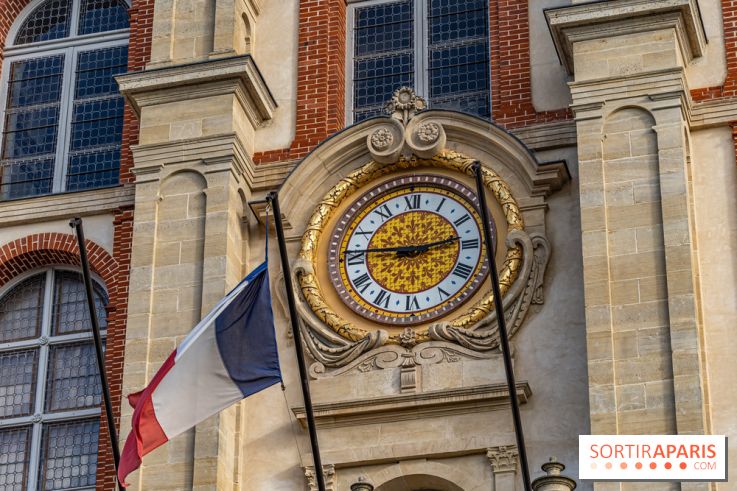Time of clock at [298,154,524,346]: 2:46
